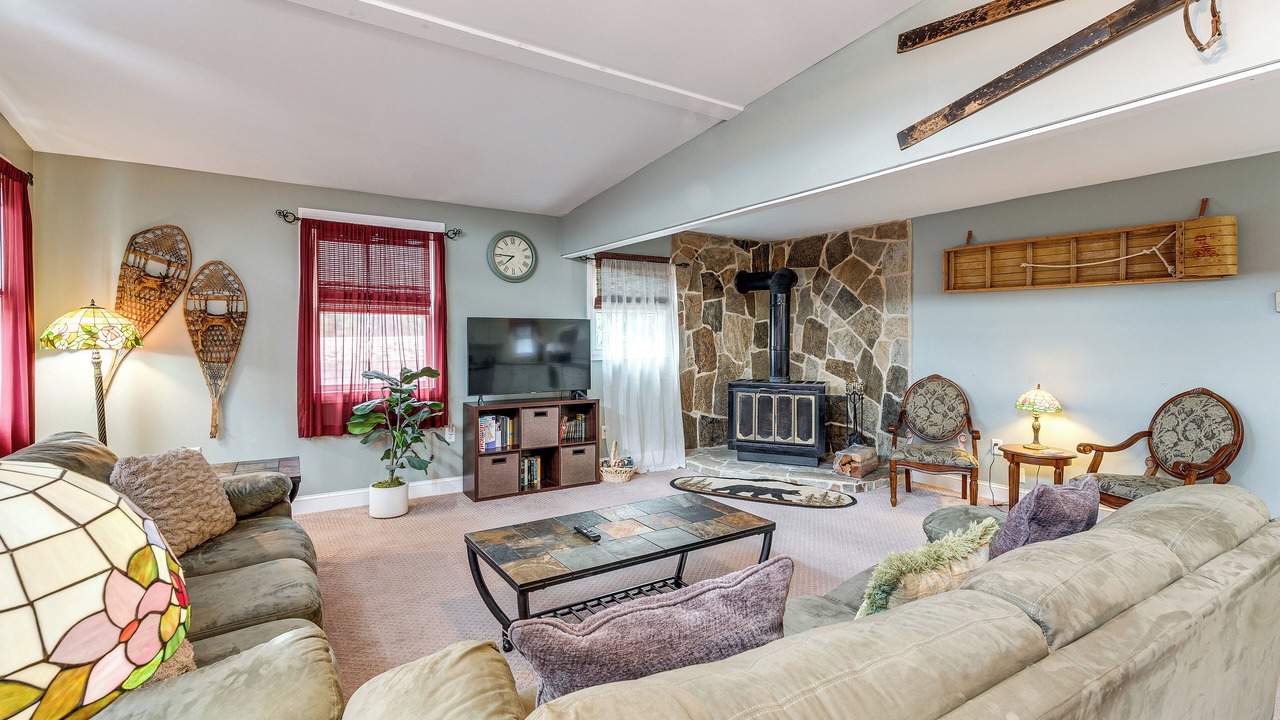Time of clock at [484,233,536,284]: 7:45
